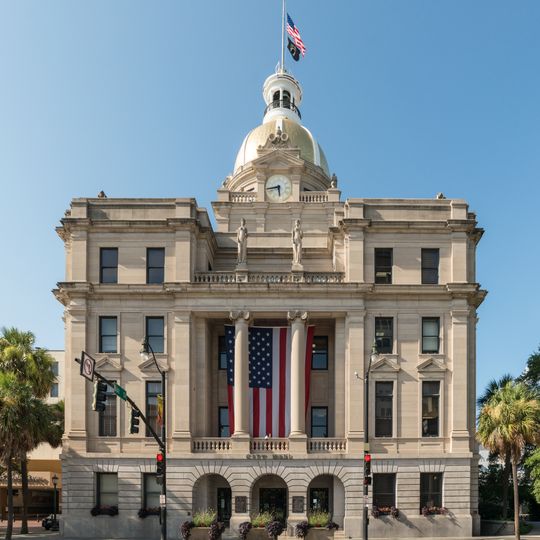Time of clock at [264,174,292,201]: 5:43
